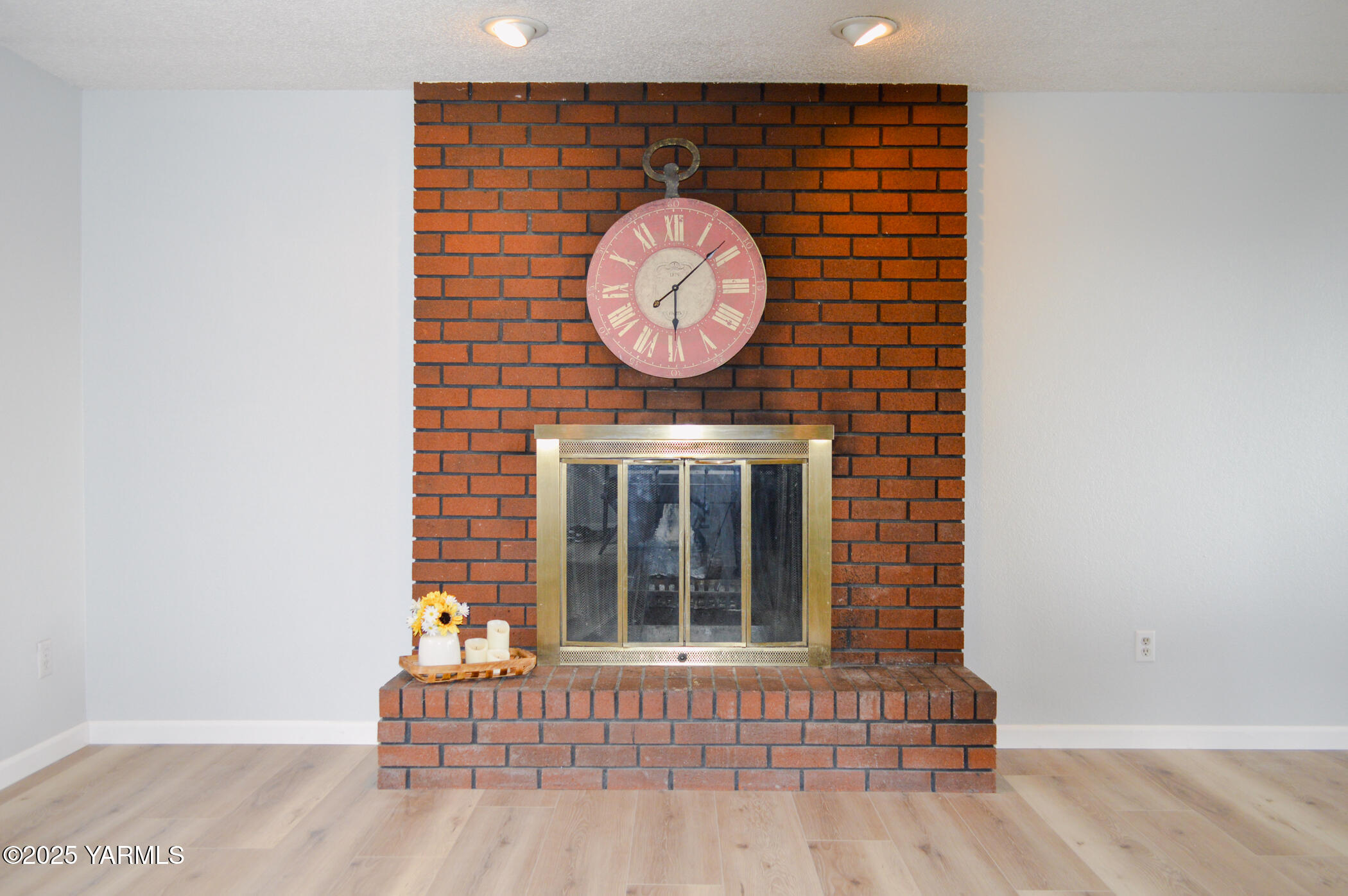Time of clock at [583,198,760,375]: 6:08
